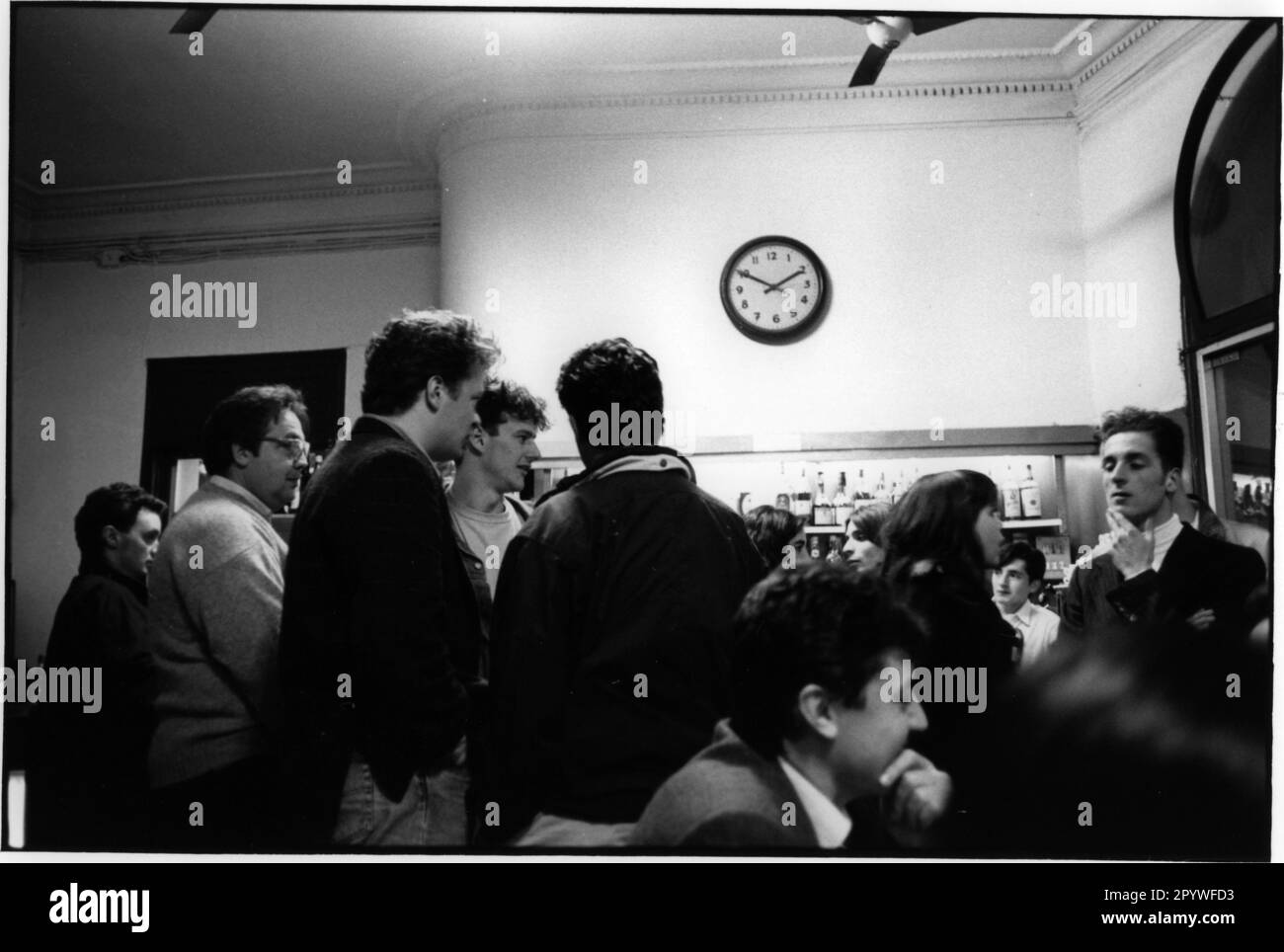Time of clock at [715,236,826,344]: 1:49
